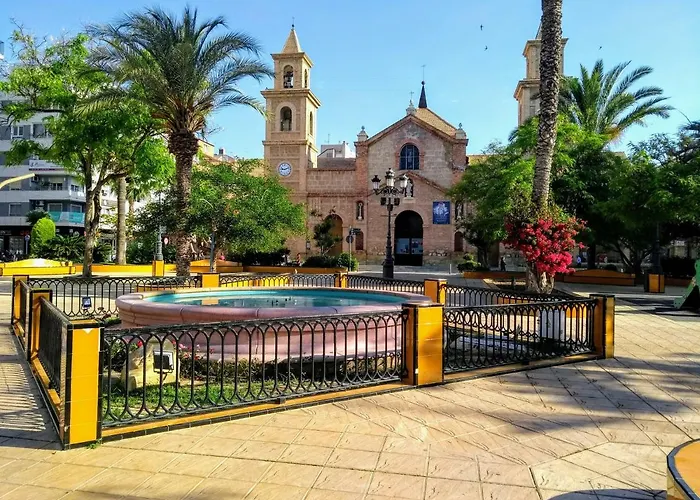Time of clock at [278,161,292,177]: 9:11
